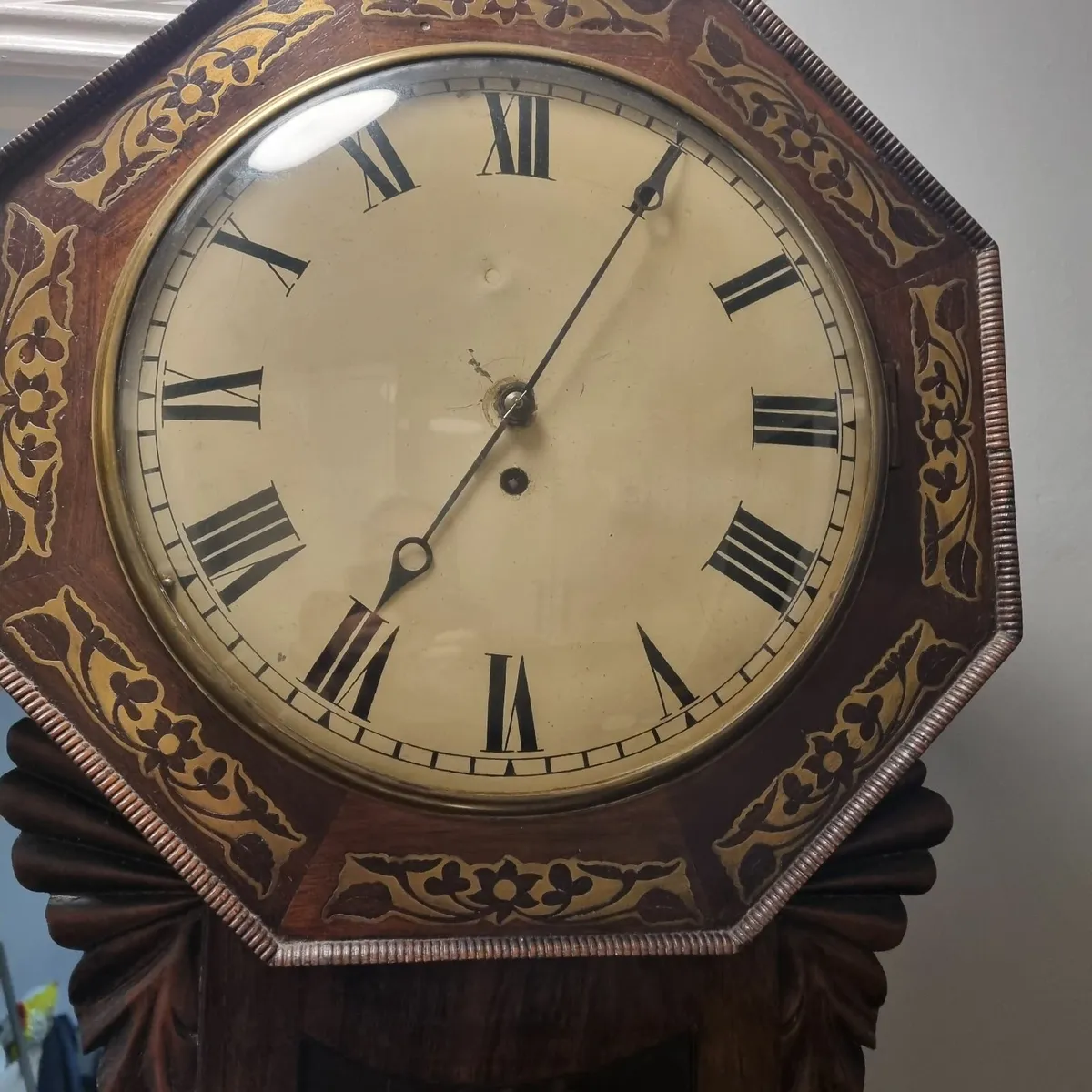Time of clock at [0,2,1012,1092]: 7:05
